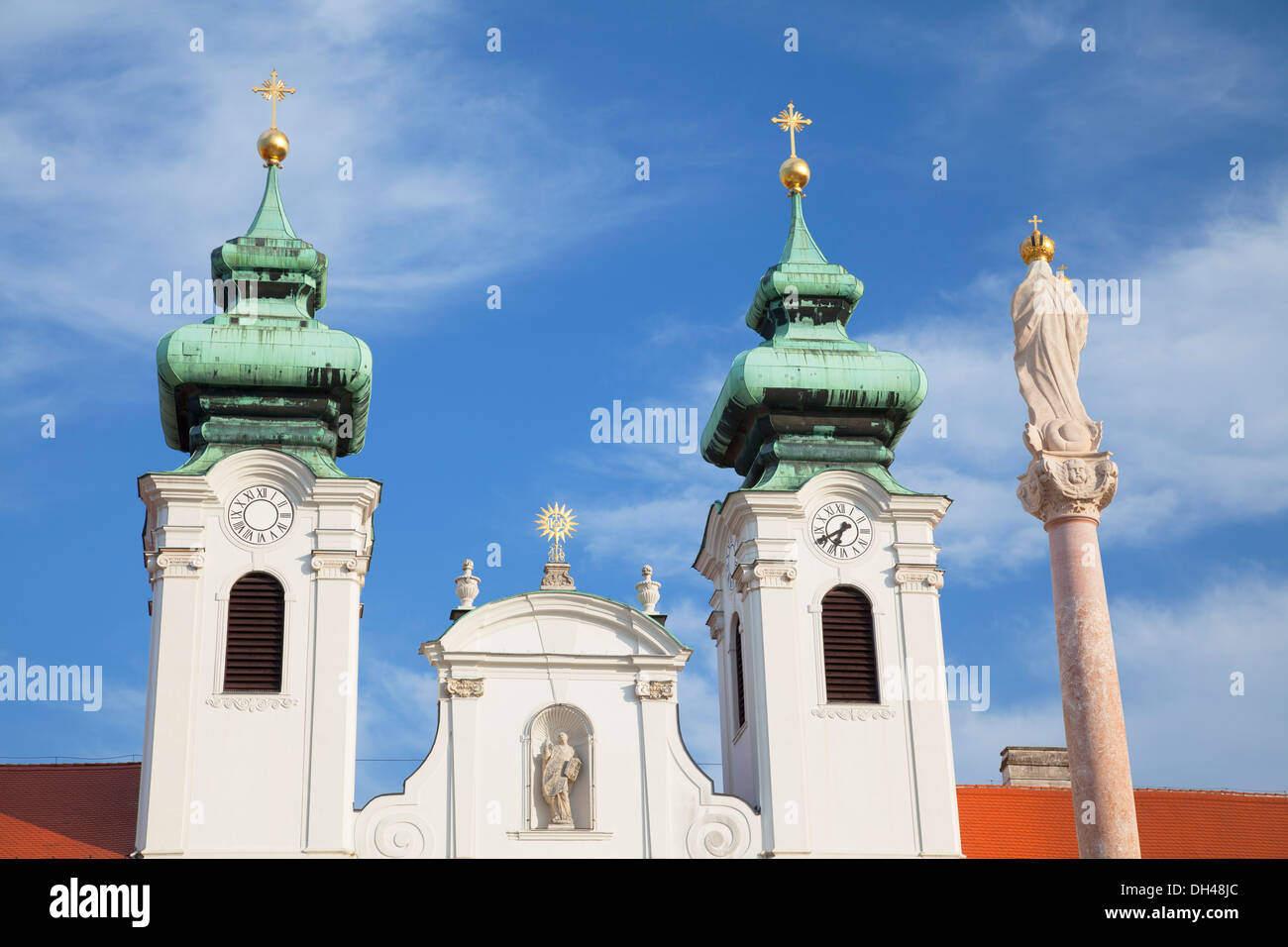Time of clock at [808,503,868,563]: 6:40
